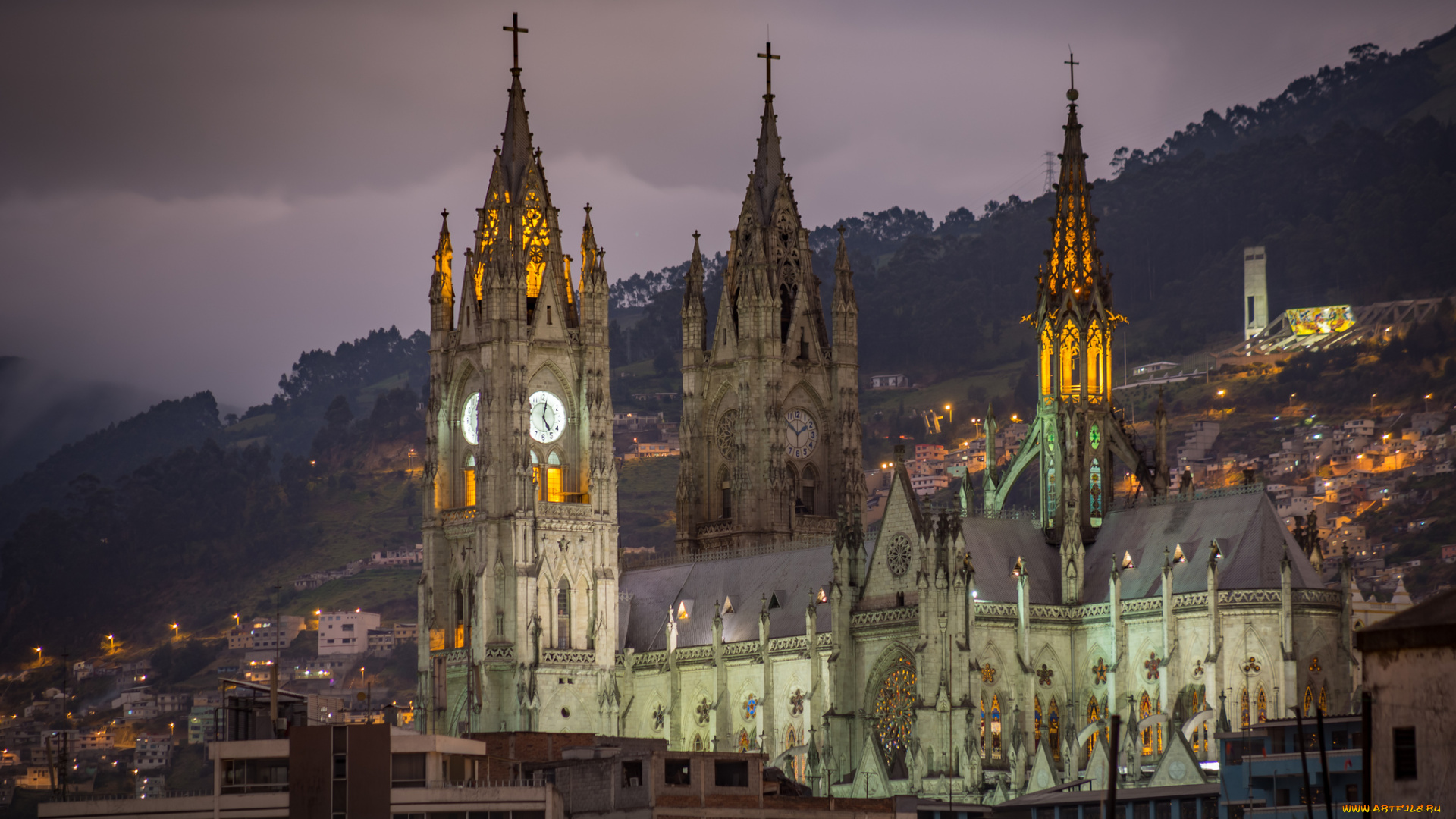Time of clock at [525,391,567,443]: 5:02
